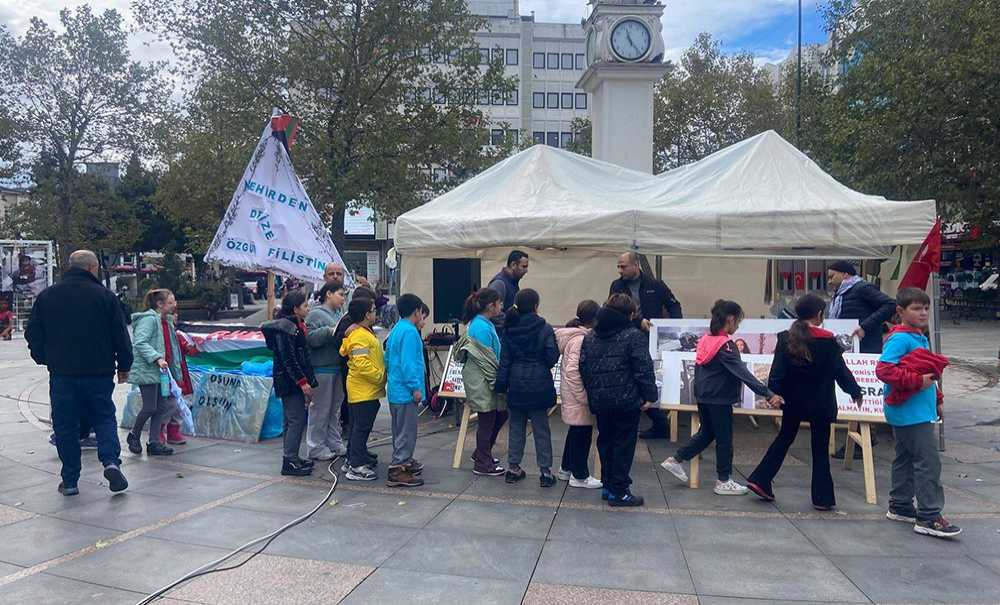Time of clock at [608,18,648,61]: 11:23
